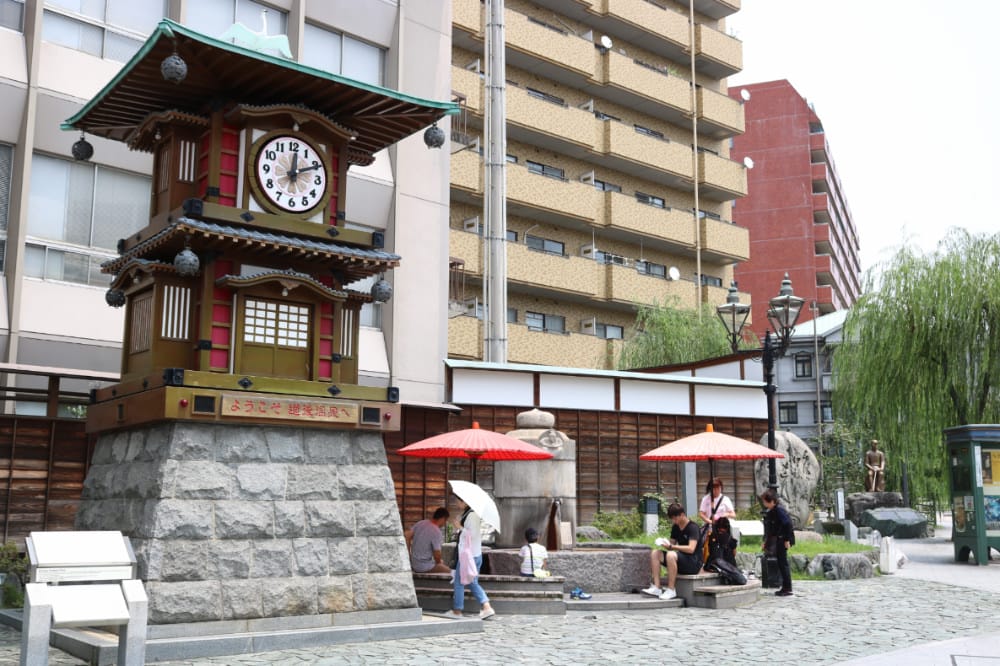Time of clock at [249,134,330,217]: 12:10
